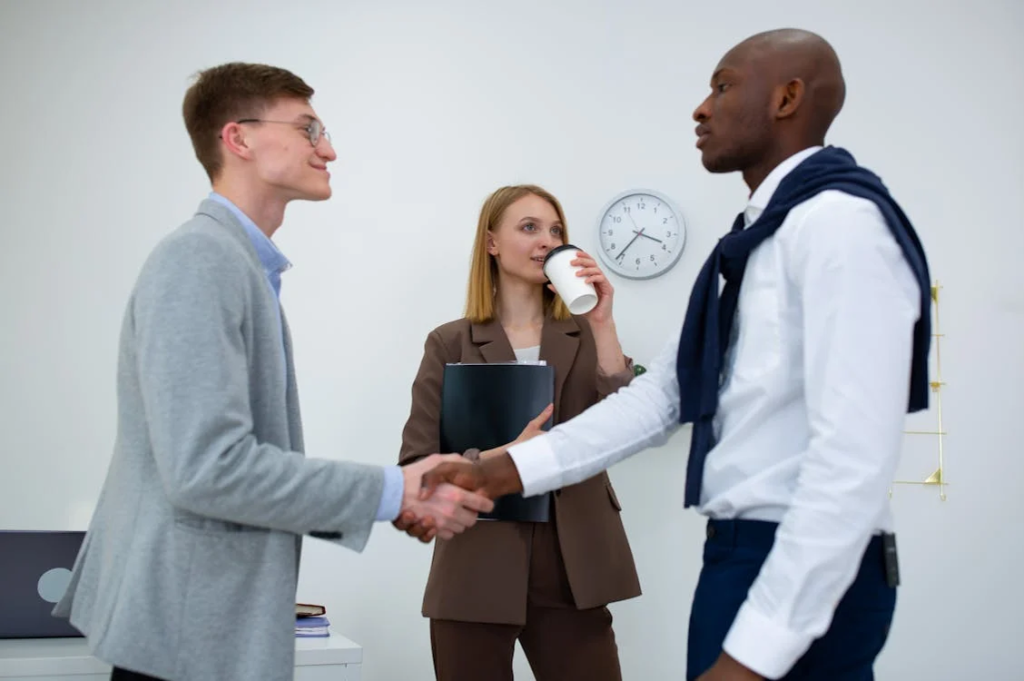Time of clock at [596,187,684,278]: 3:36
